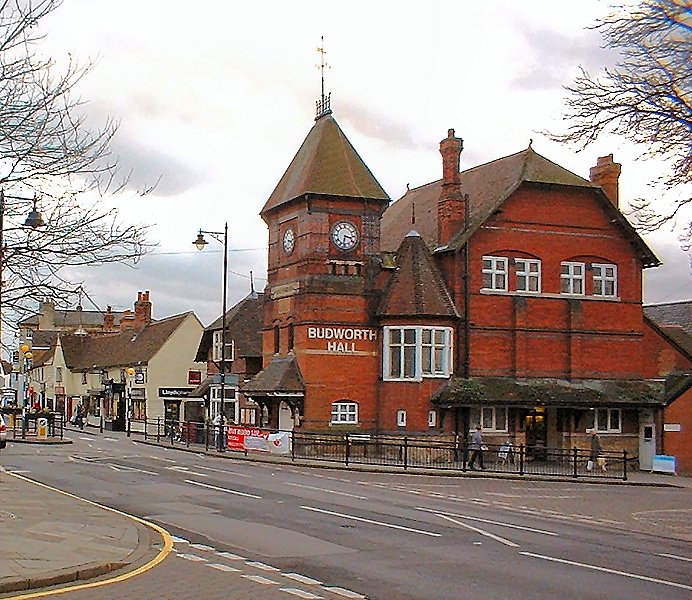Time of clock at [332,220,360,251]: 3:32
